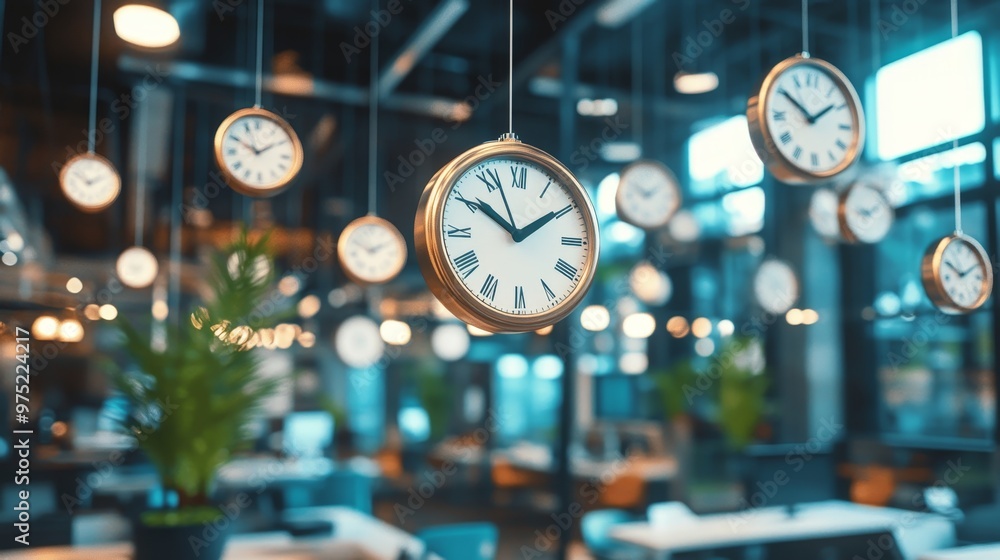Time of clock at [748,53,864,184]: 1:50
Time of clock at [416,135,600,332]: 1:50
